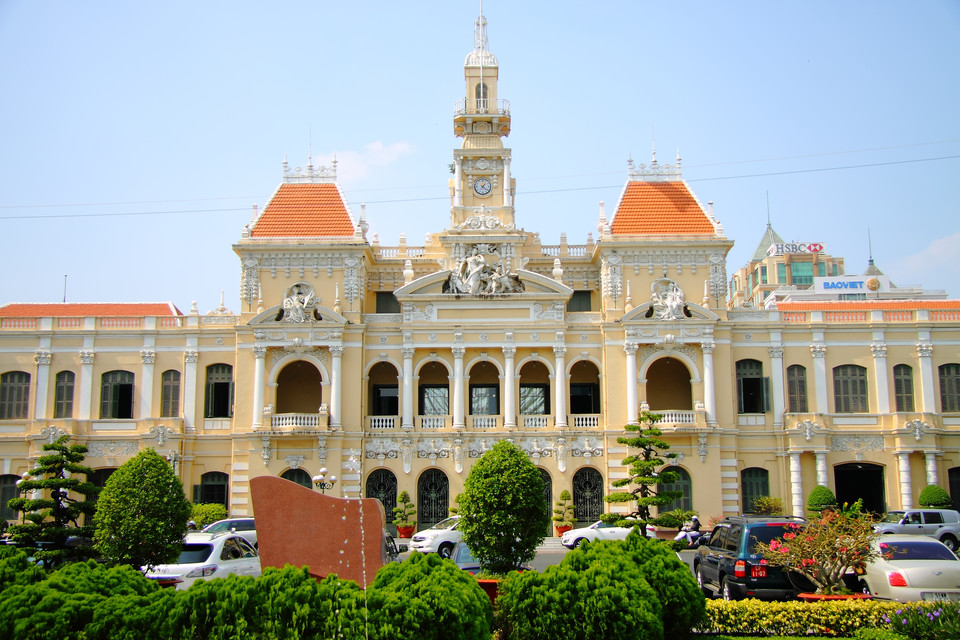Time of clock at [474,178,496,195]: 1:21
